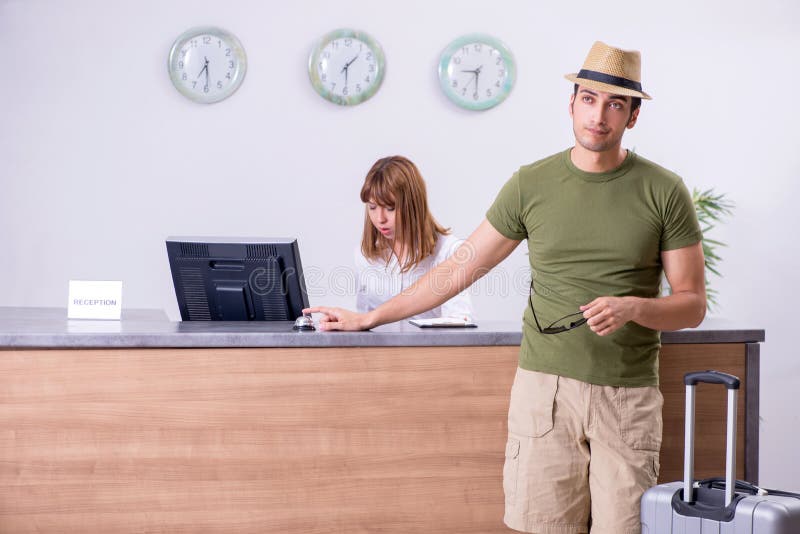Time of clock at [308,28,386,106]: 1:29
